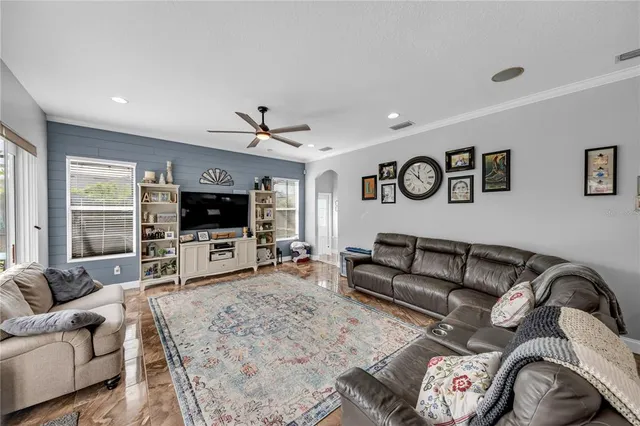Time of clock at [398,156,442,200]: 11:52
